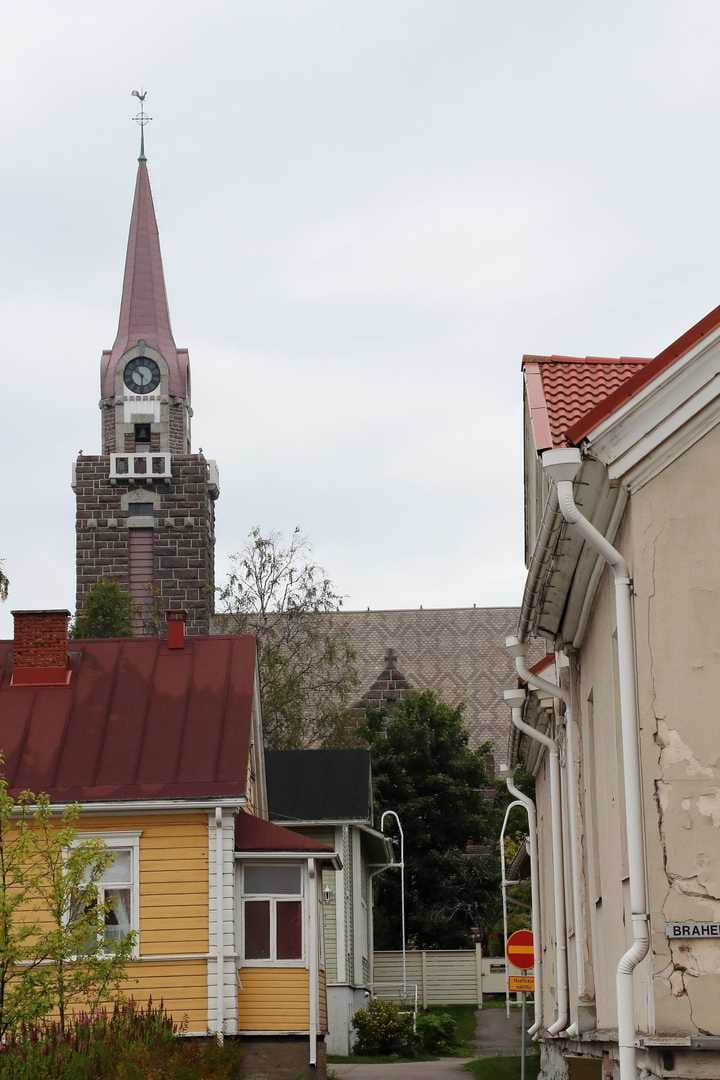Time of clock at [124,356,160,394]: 10:30
